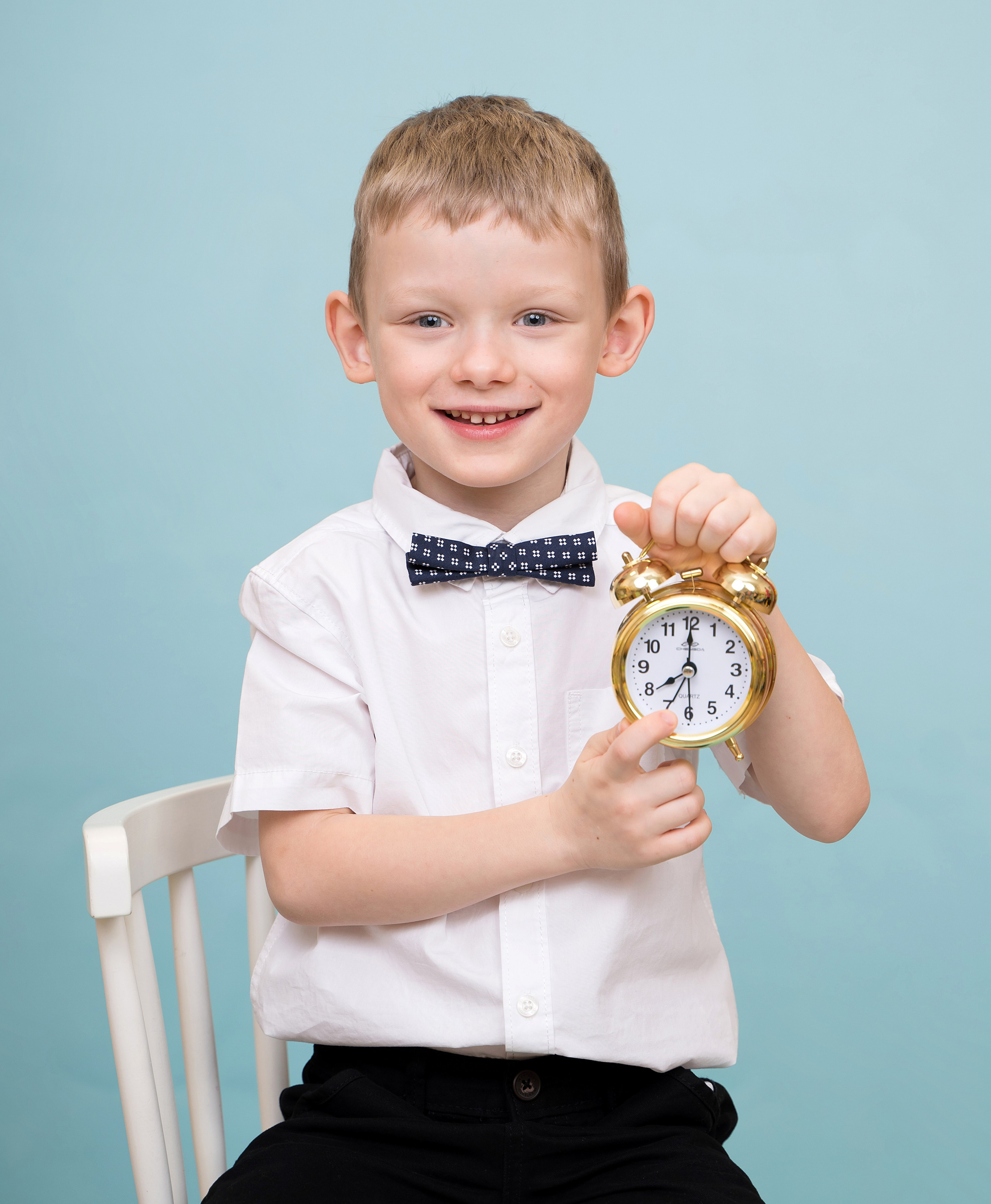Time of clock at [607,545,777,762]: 8:00
